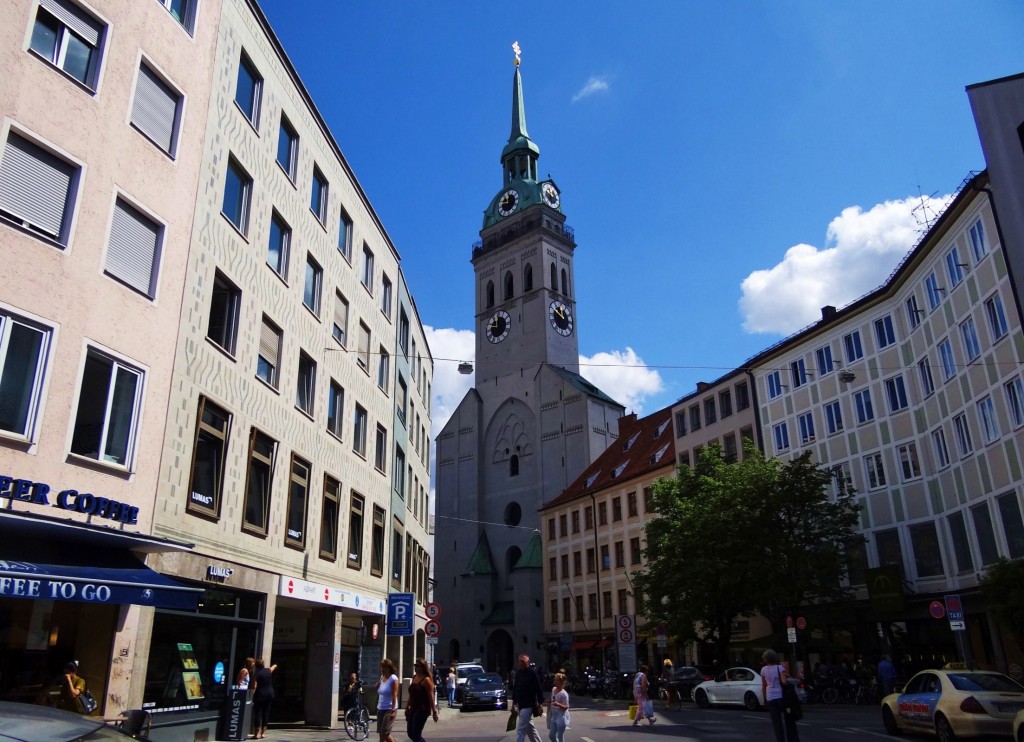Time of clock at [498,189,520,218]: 11:46
